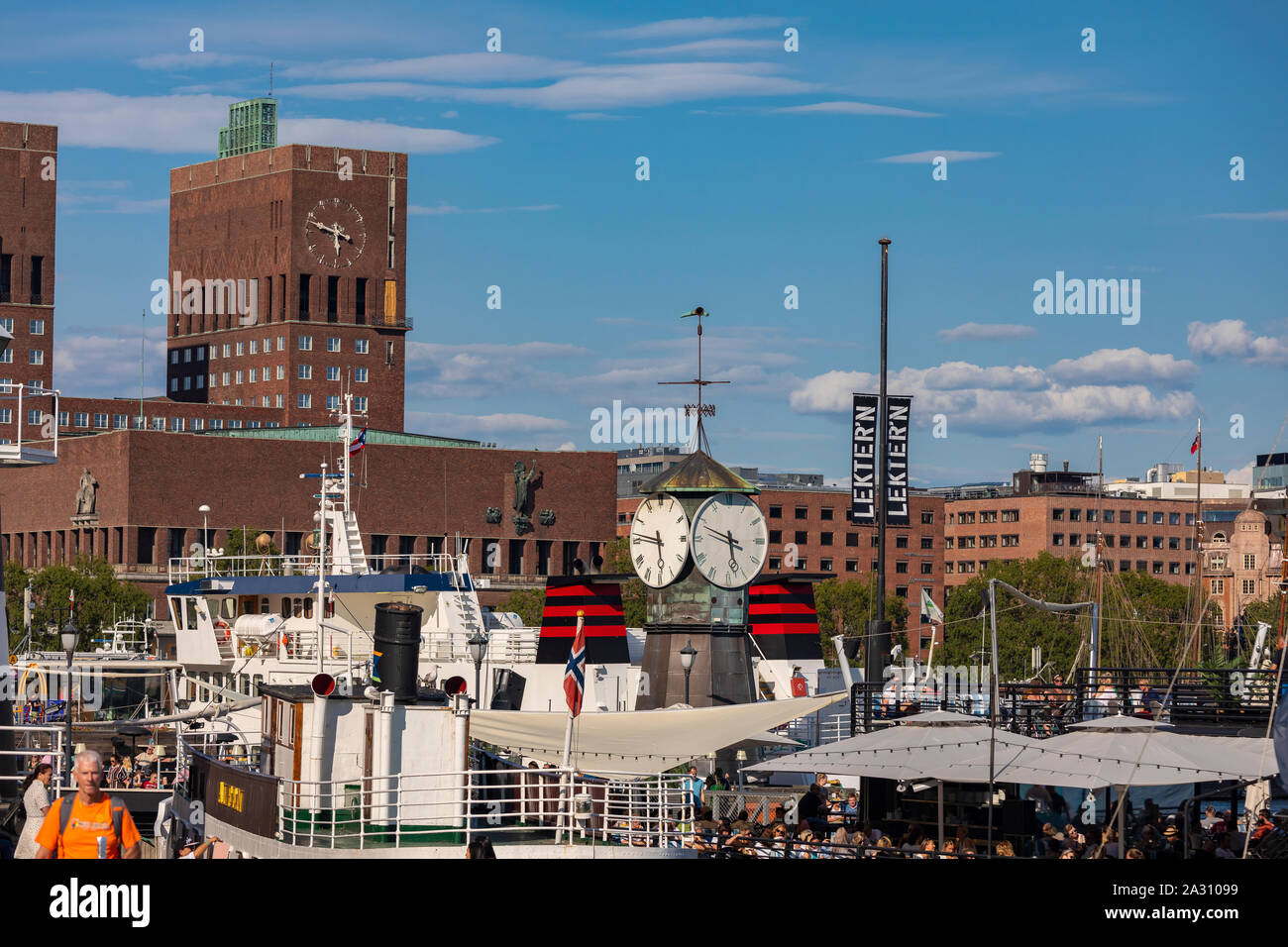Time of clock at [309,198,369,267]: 5:48
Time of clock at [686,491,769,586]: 5:48
